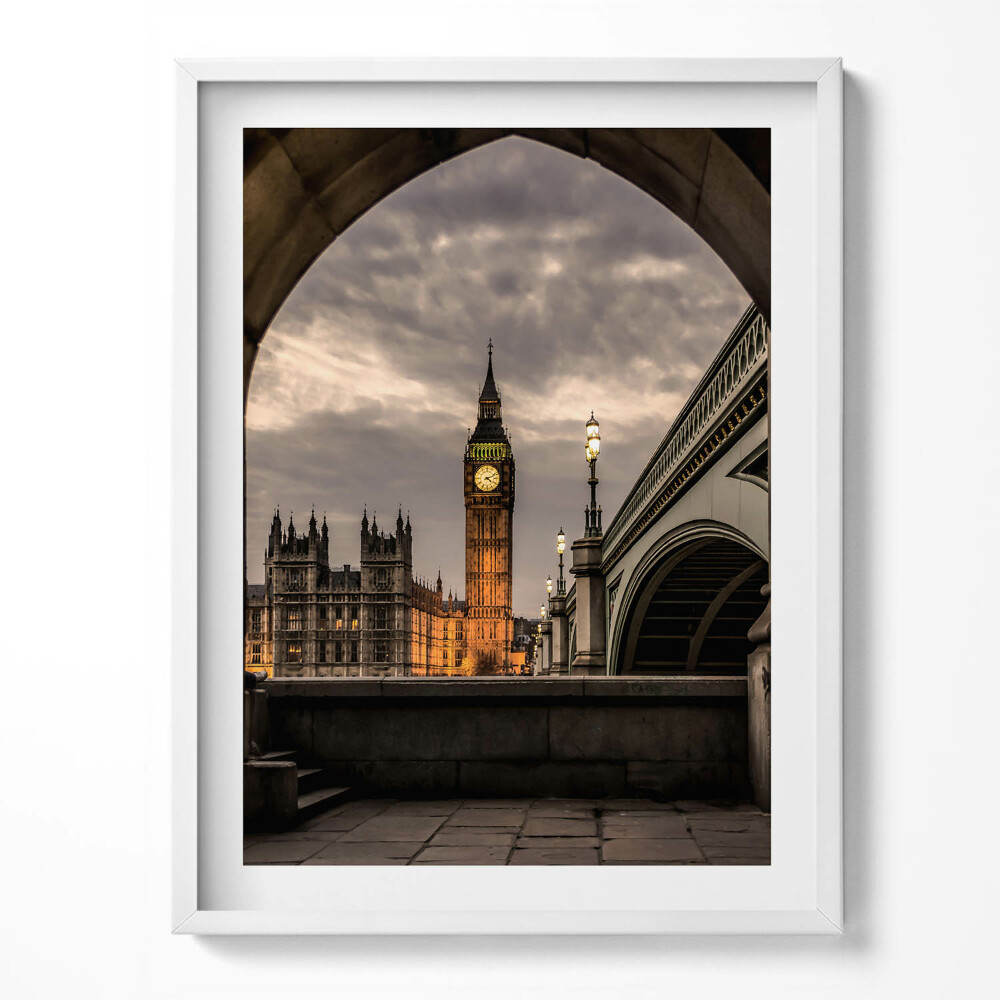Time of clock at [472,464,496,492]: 4:11
